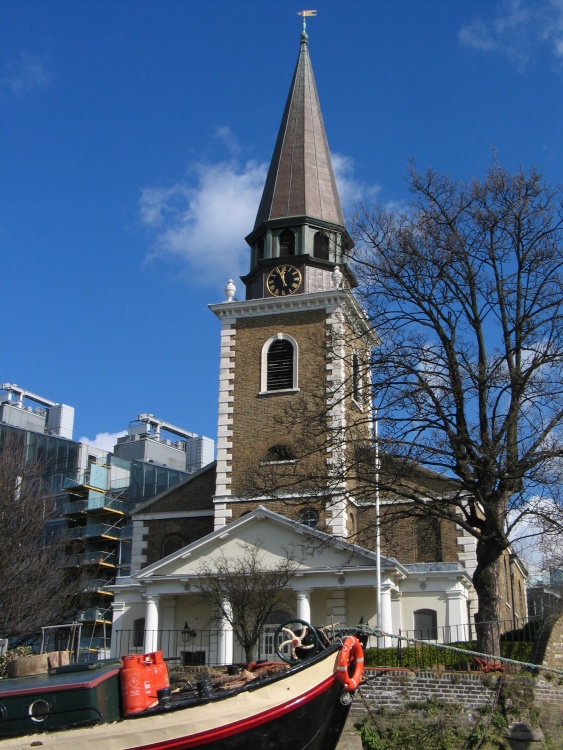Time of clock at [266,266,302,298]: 11:56
